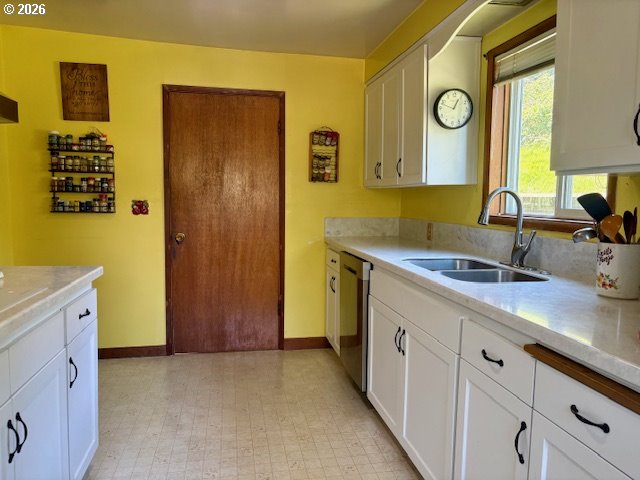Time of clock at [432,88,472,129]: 12:48
